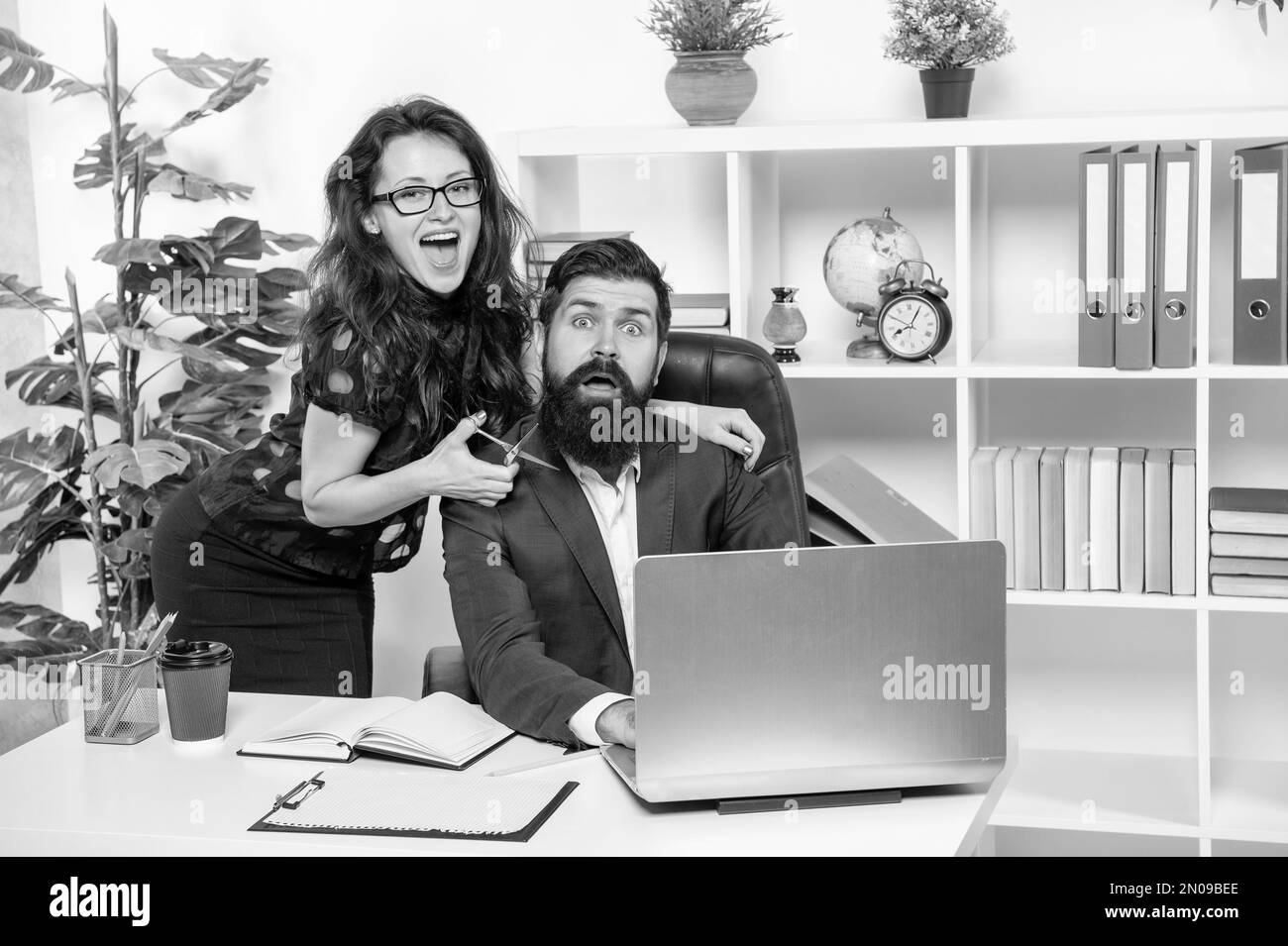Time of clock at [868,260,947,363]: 8:05
